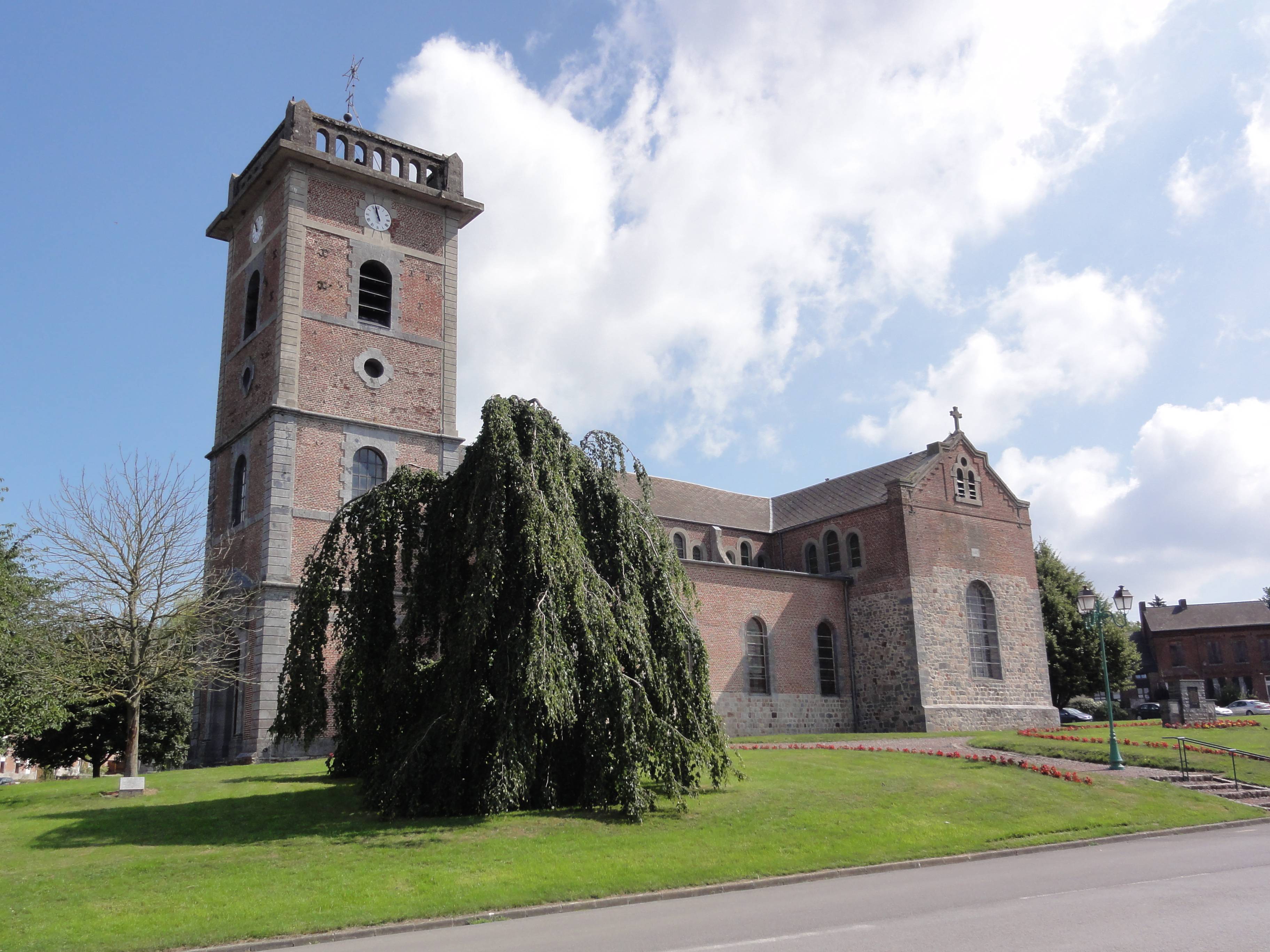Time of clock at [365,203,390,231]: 10:57
